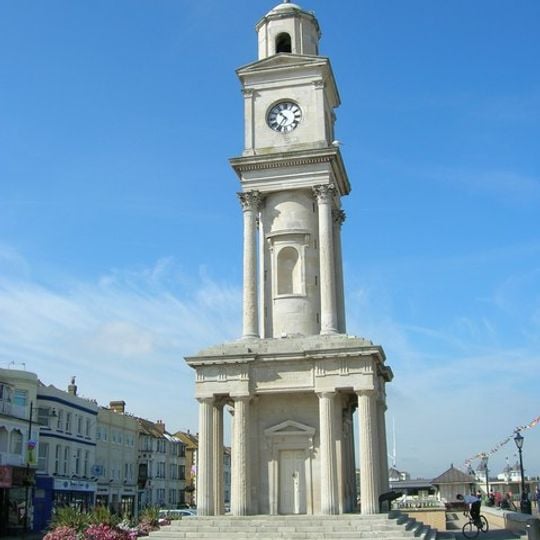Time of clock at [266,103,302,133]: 10:35
